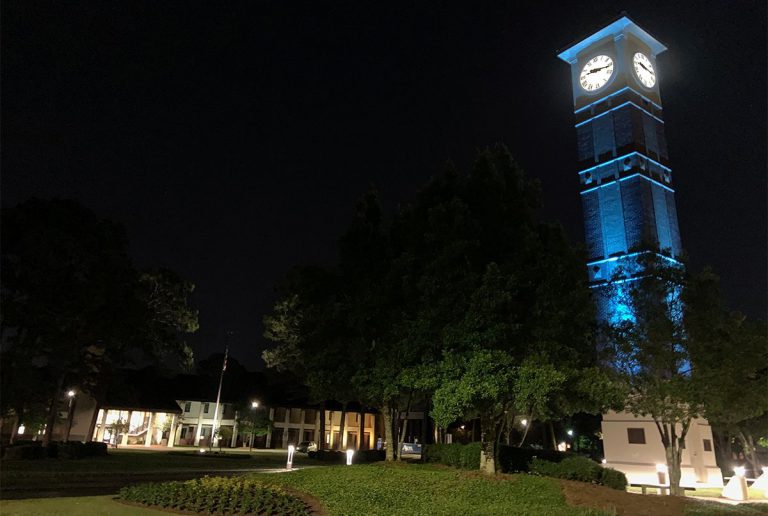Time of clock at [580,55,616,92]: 9:16
